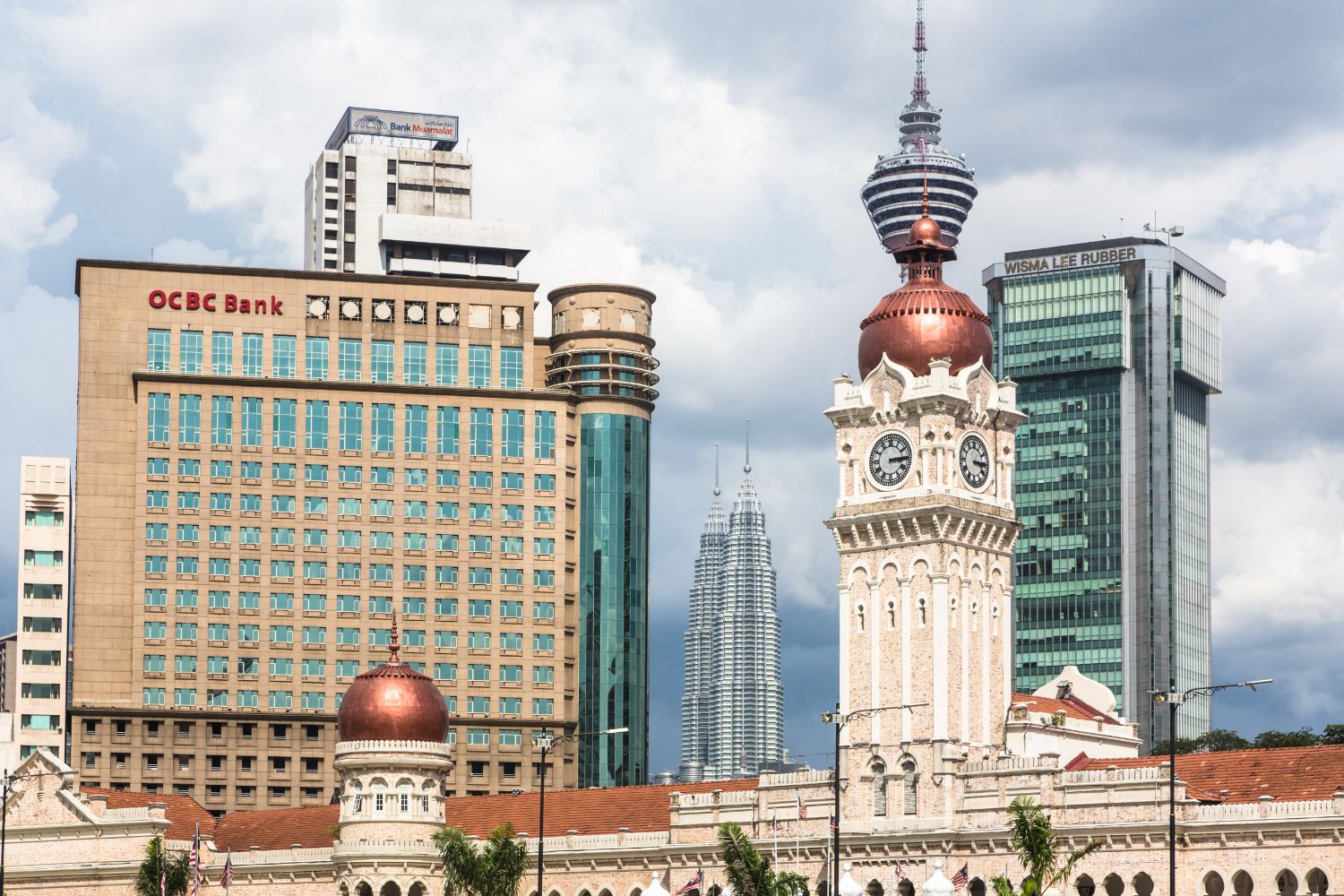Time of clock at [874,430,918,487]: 3:14
